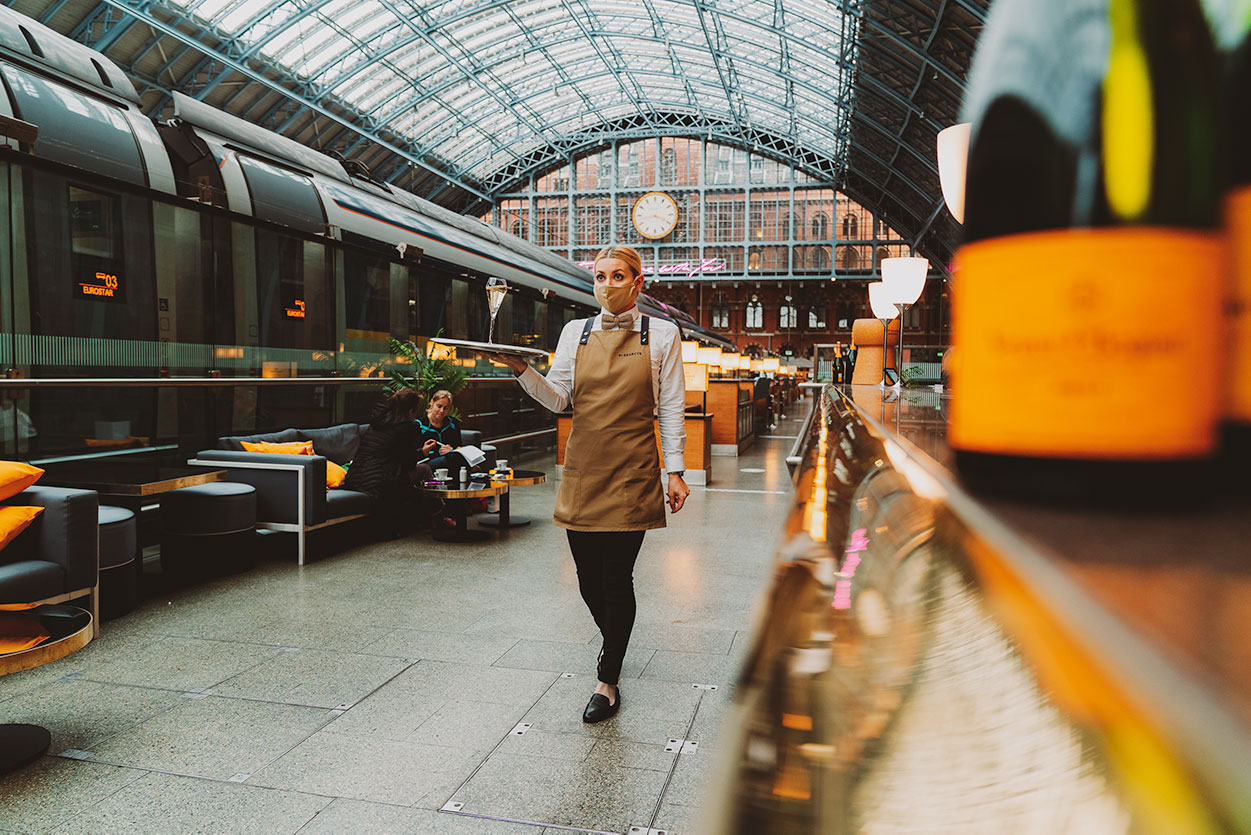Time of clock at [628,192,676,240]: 3:43
